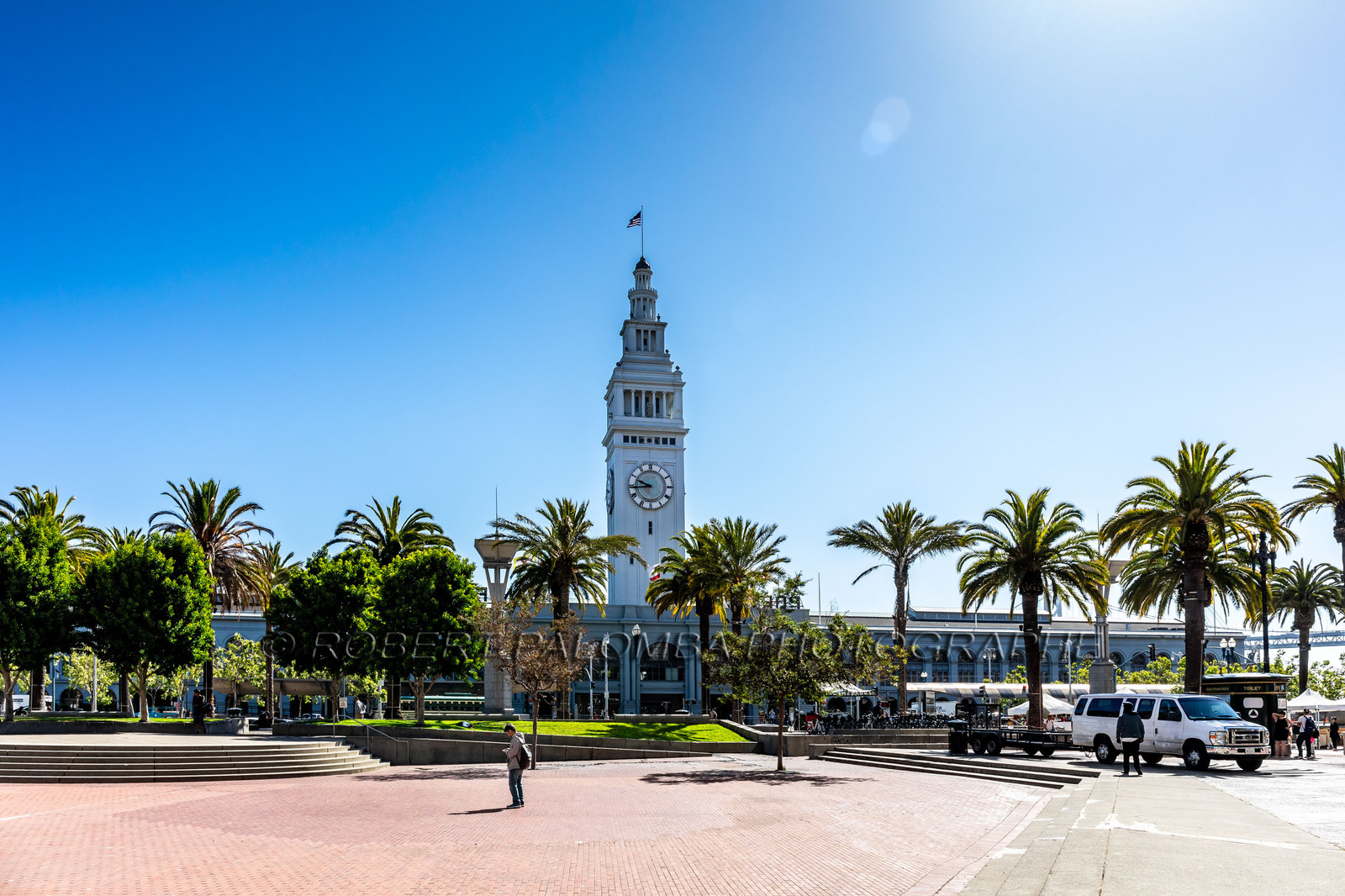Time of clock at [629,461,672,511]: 9:43
